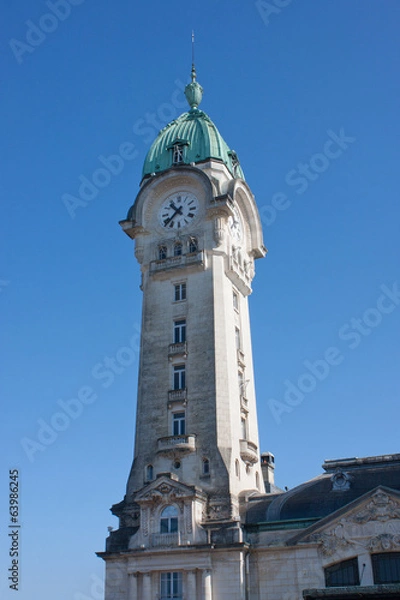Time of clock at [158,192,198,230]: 10:37
